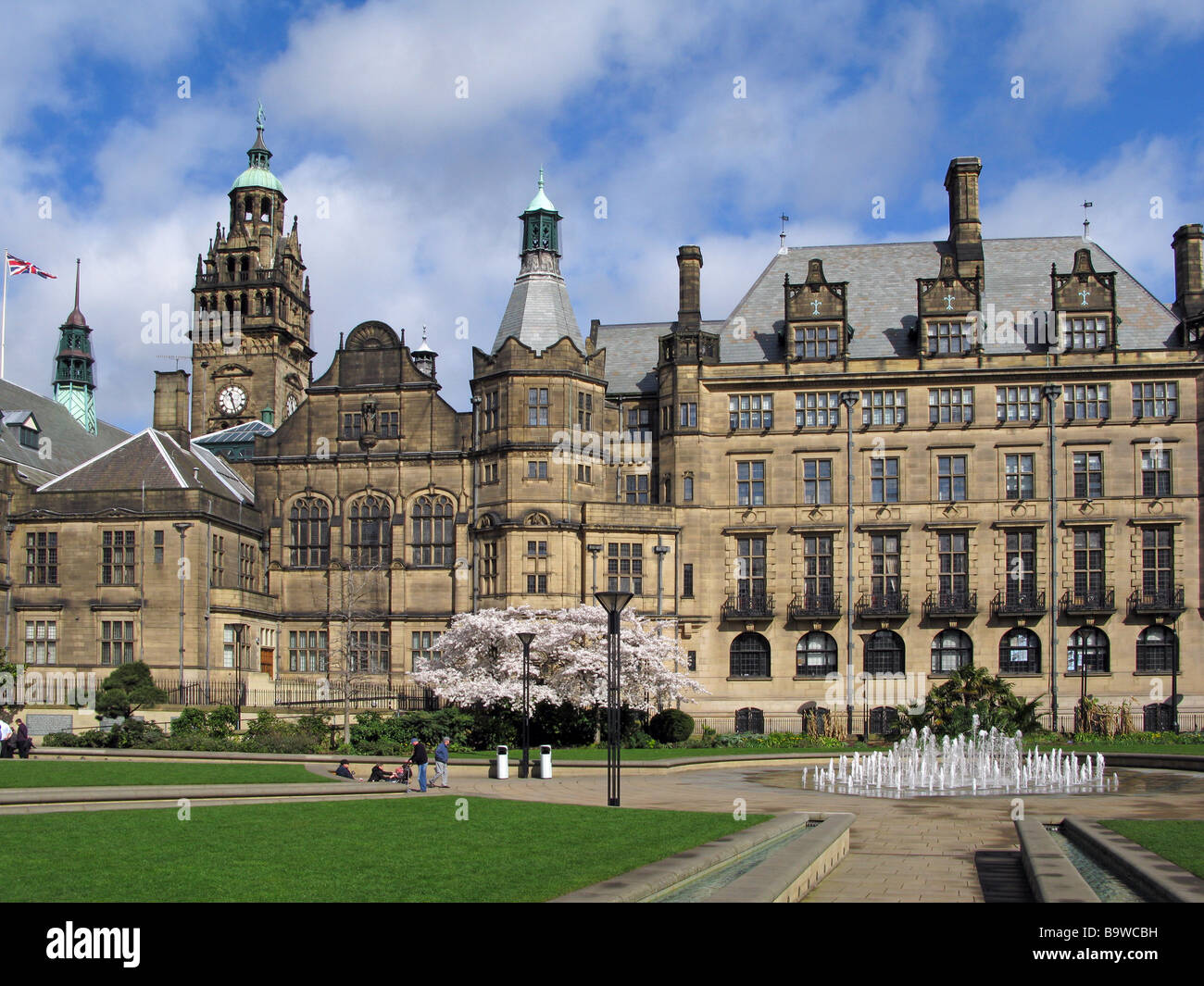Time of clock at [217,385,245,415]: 11:26
